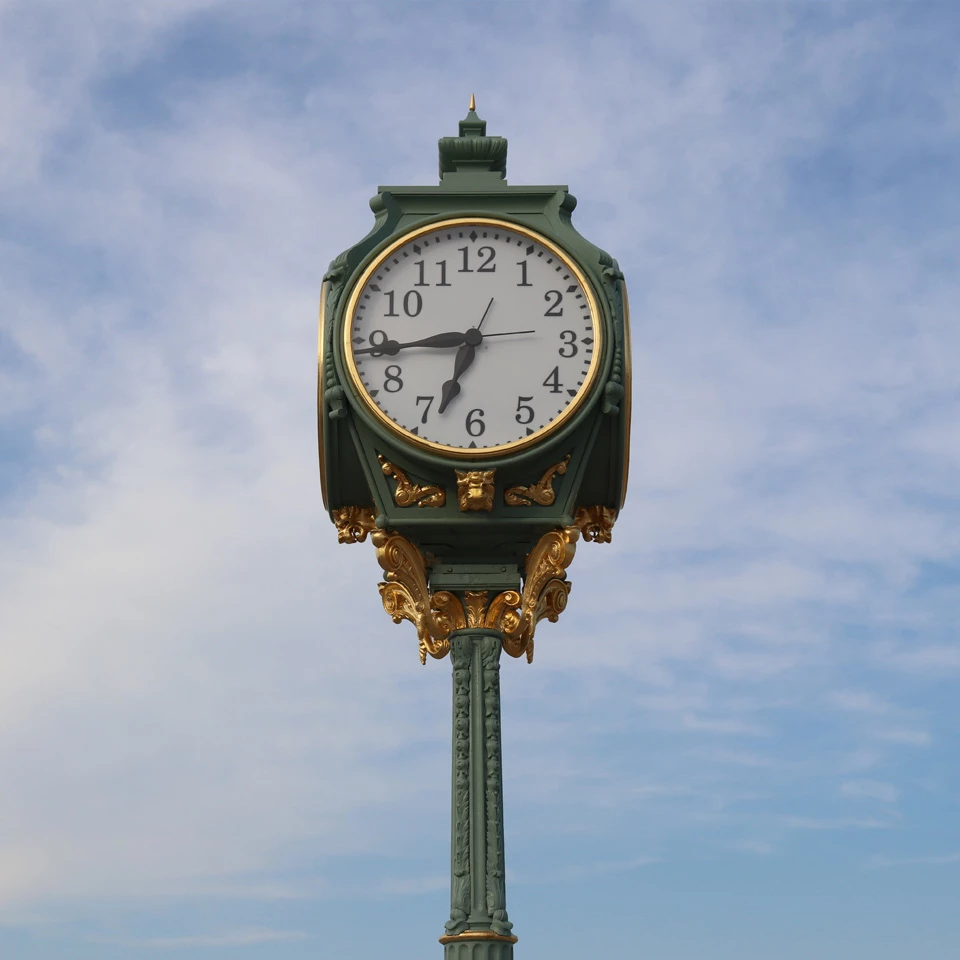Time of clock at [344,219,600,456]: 6:43
